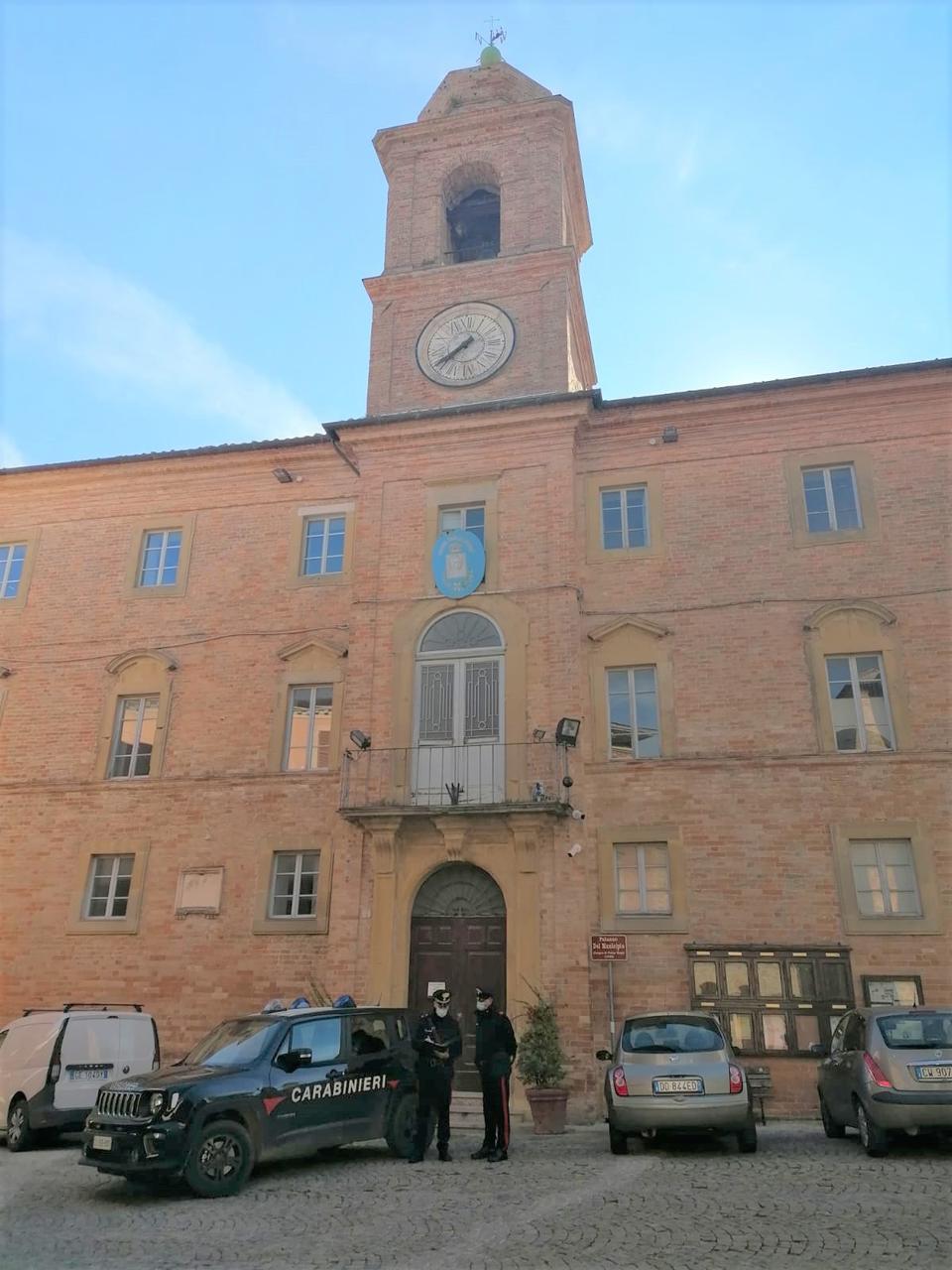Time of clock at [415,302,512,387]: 7:39
